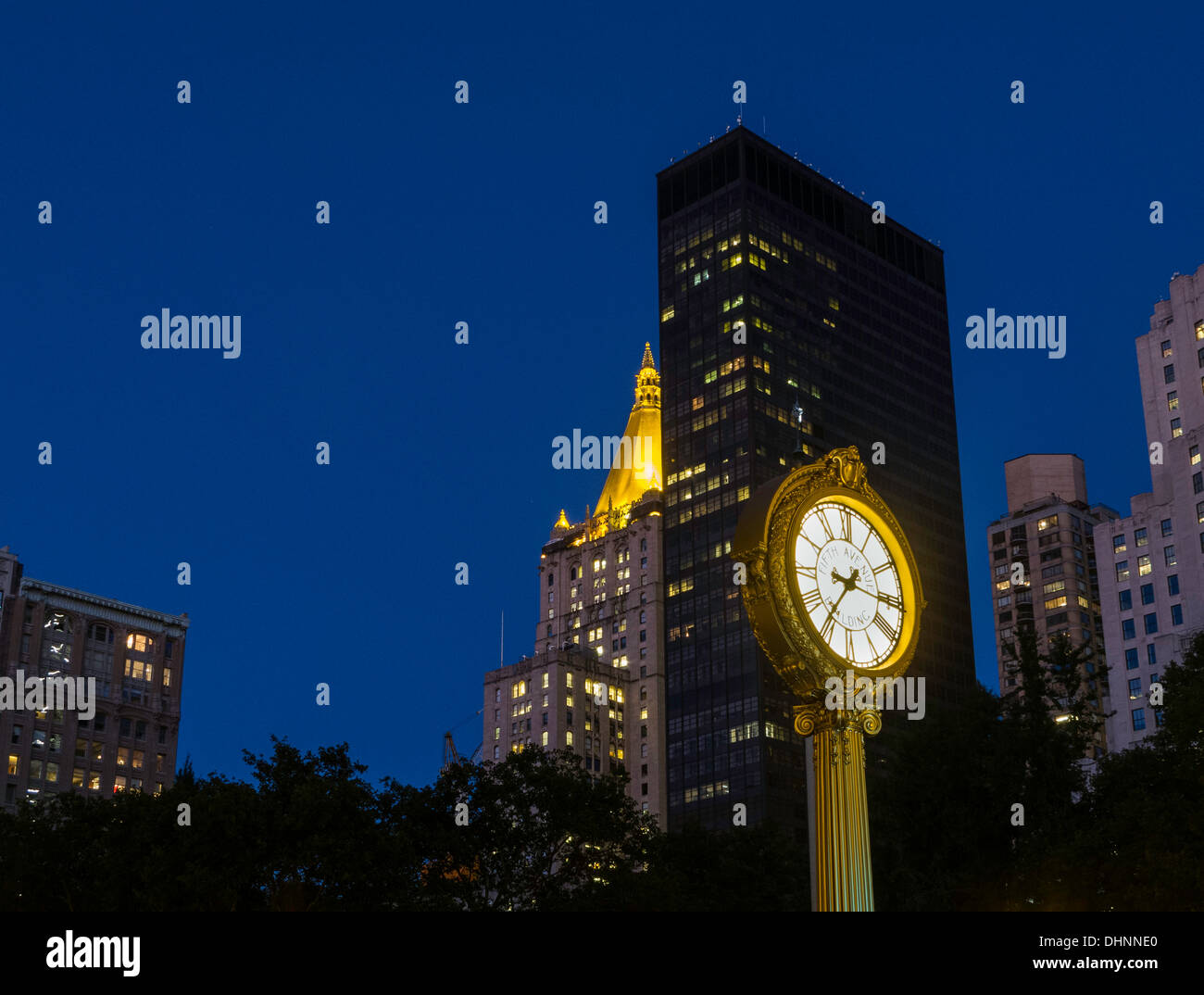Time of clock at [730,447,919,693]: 7:15
